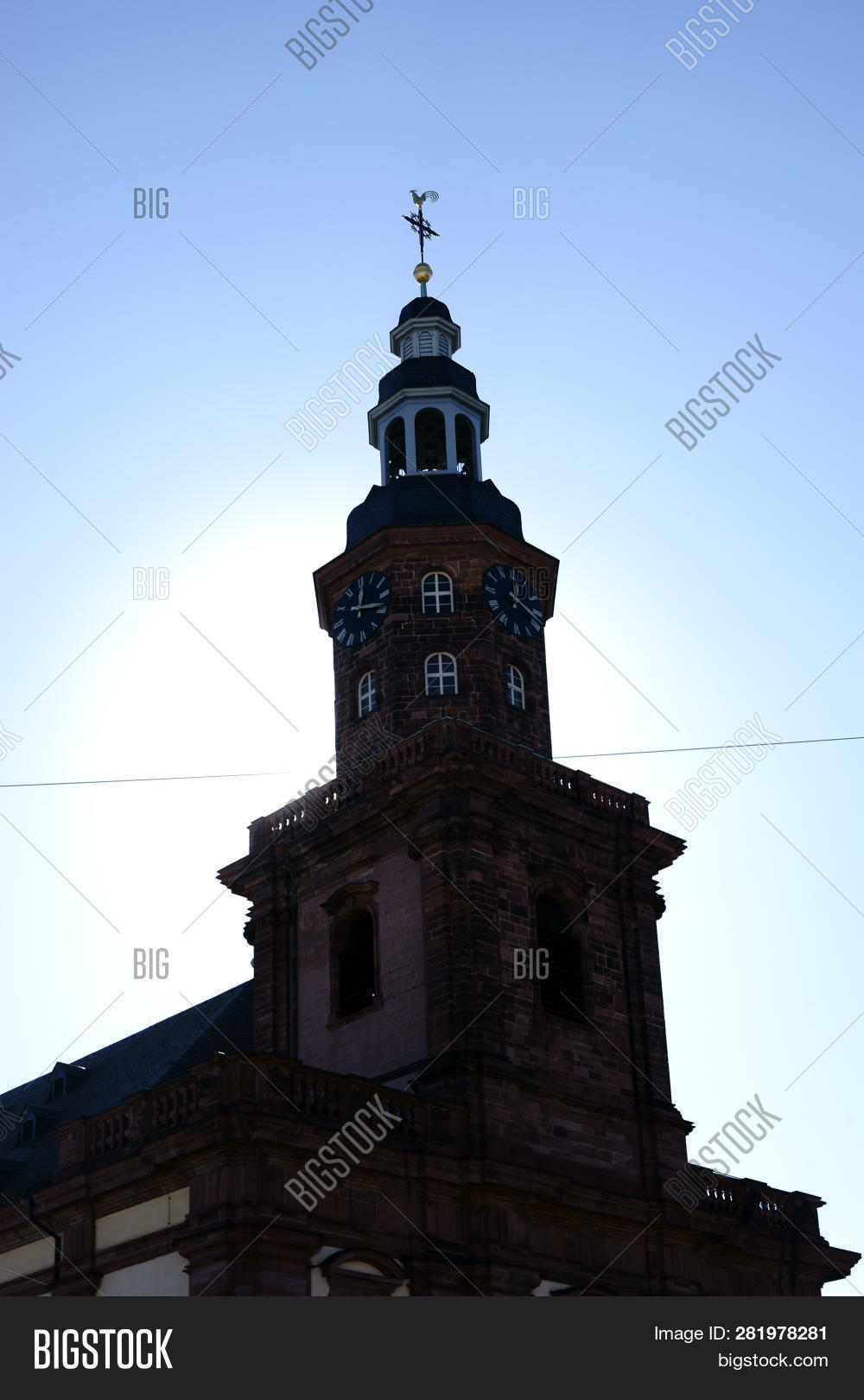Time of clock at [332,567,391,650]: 12:18
